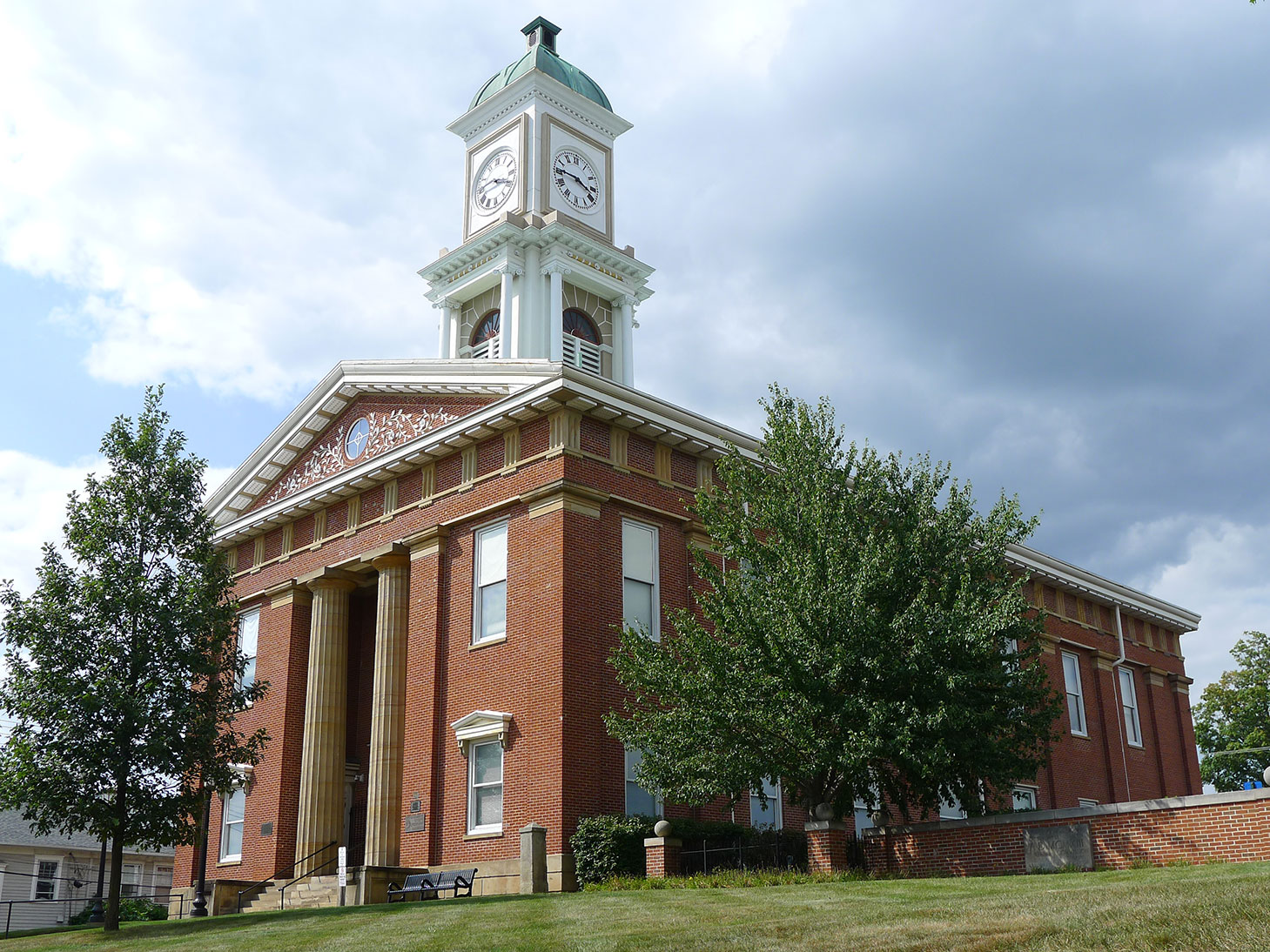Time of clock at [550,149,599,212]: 3:45
